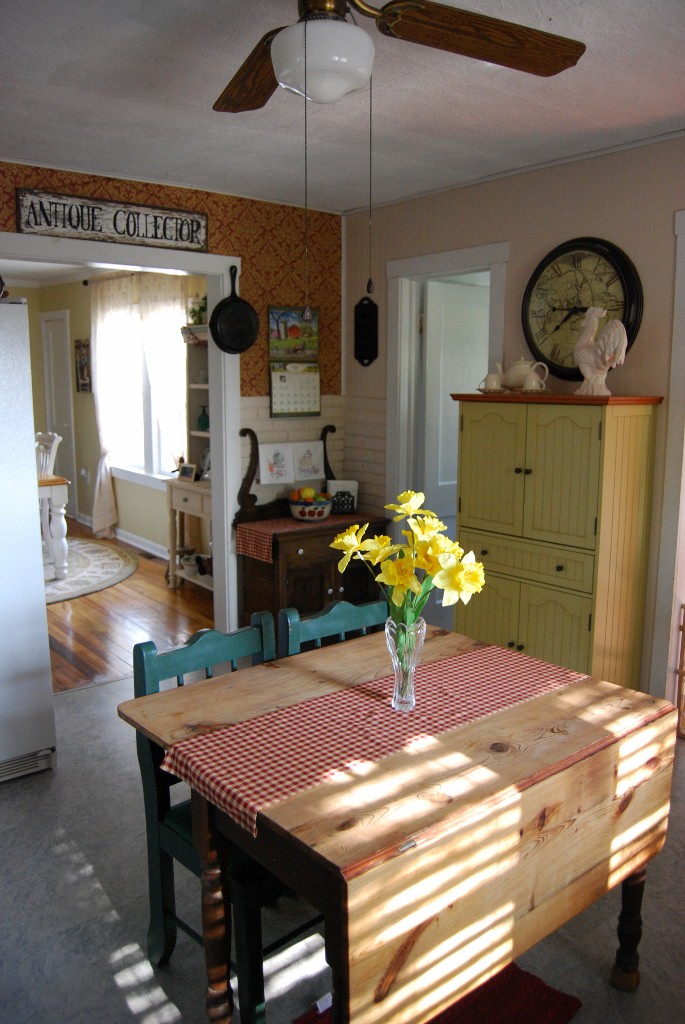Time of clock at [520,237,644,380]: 8:38
